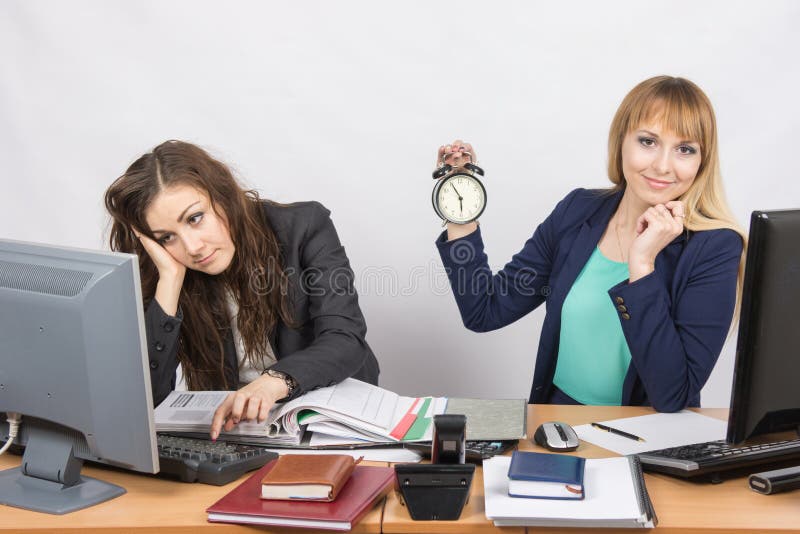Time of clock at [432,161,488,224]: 5:55
